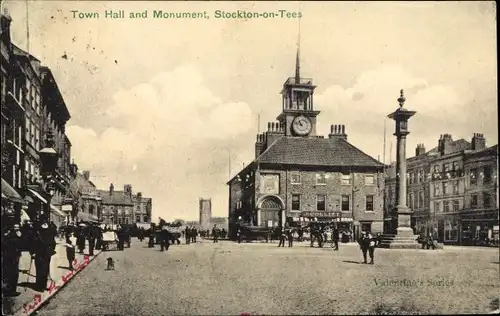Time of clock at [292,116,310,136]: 10:47
